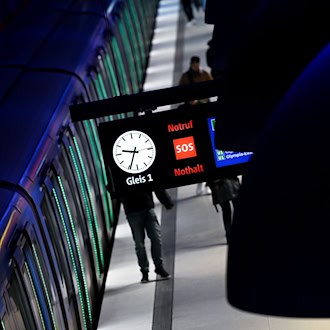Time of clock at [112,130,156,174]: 9:34
